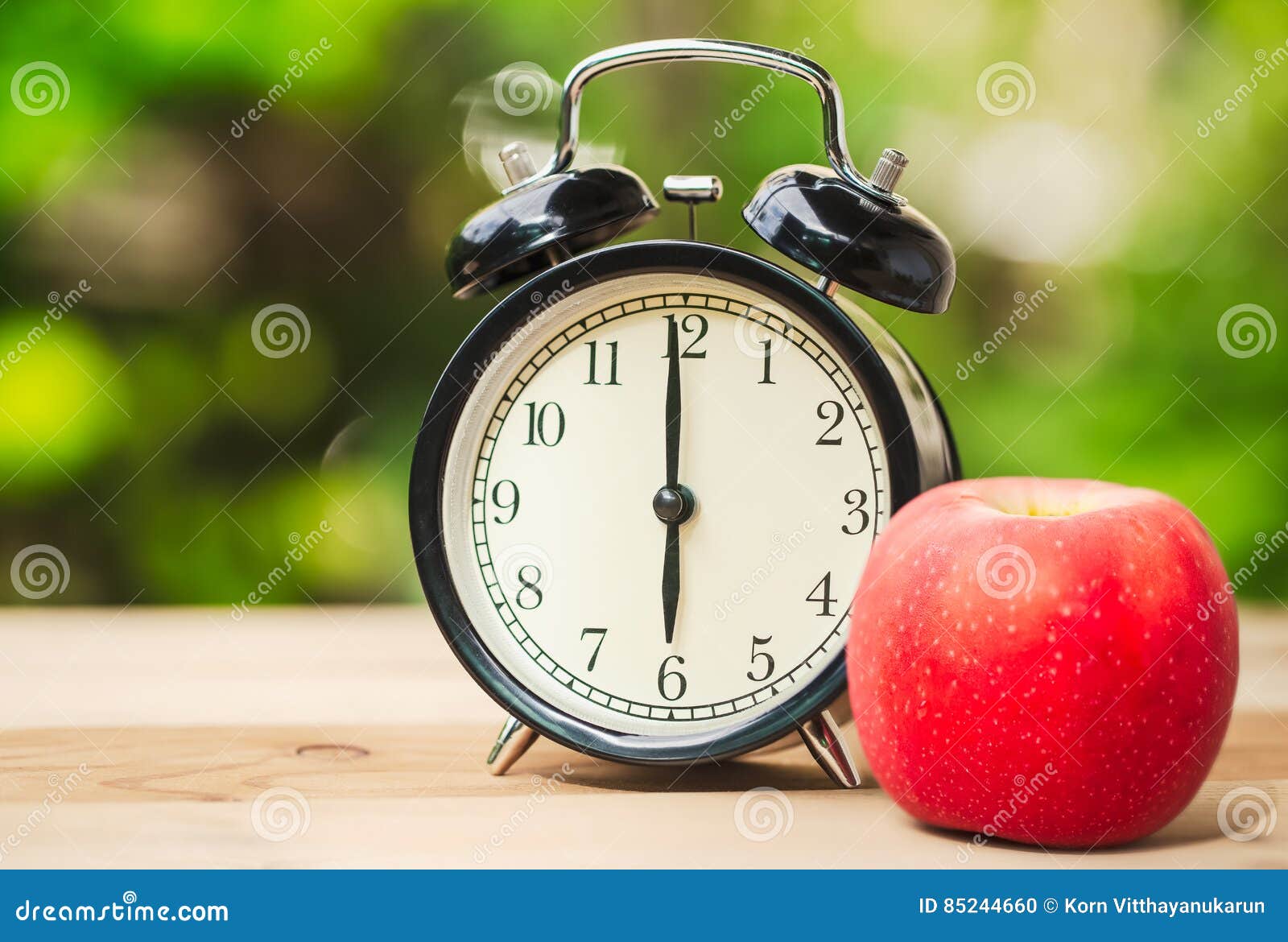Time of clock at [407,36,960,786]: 5:59
